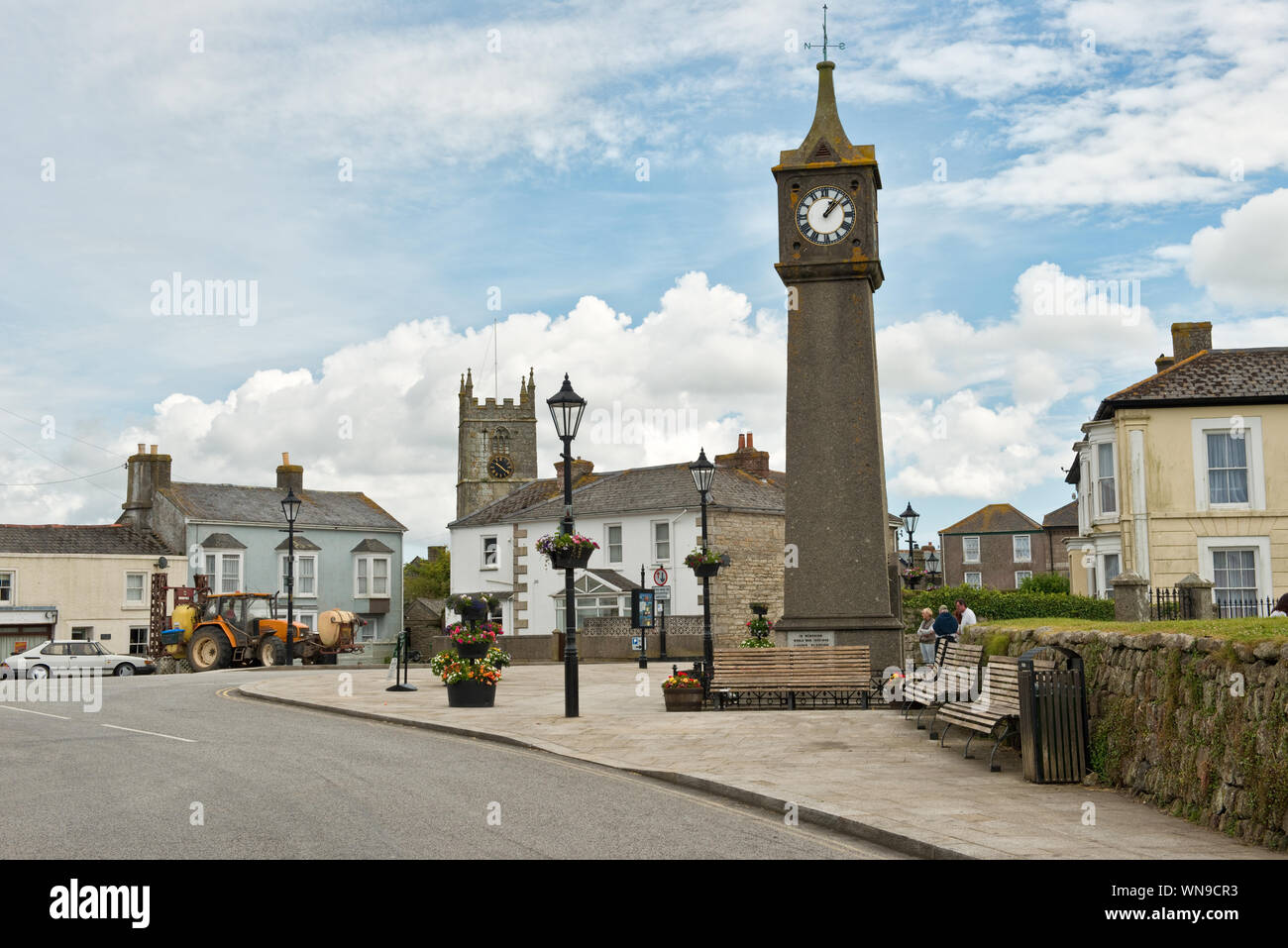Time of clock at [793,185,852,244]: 1:08
